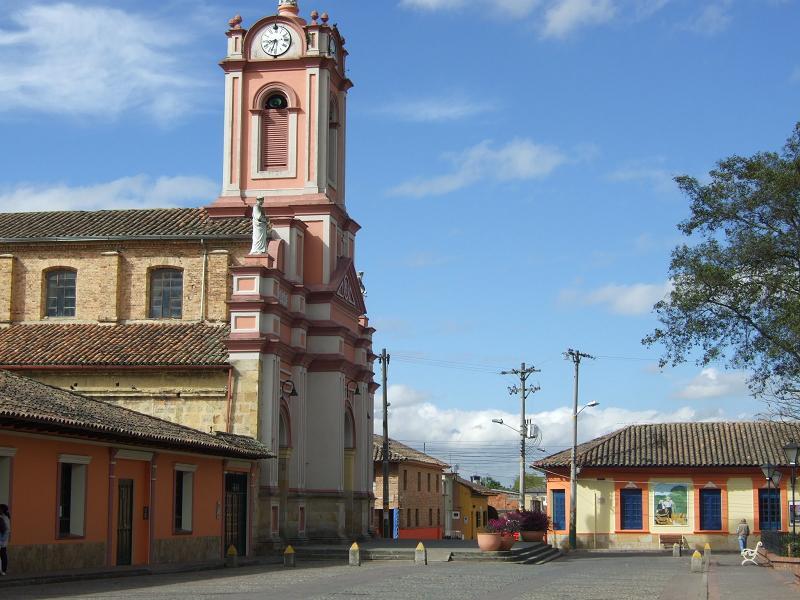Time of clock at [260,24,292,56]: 8:33
